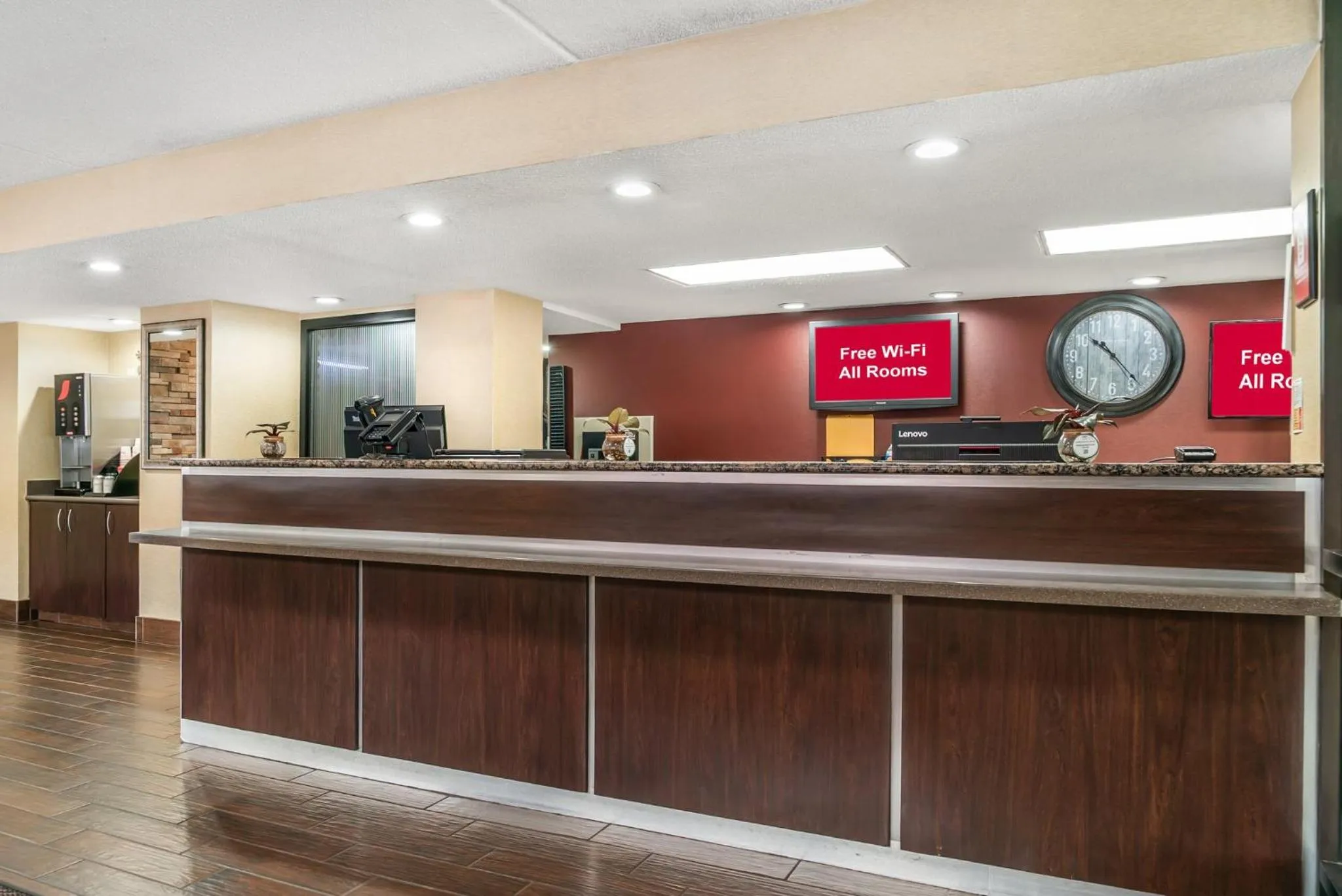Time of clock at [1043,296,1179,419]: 10:23
